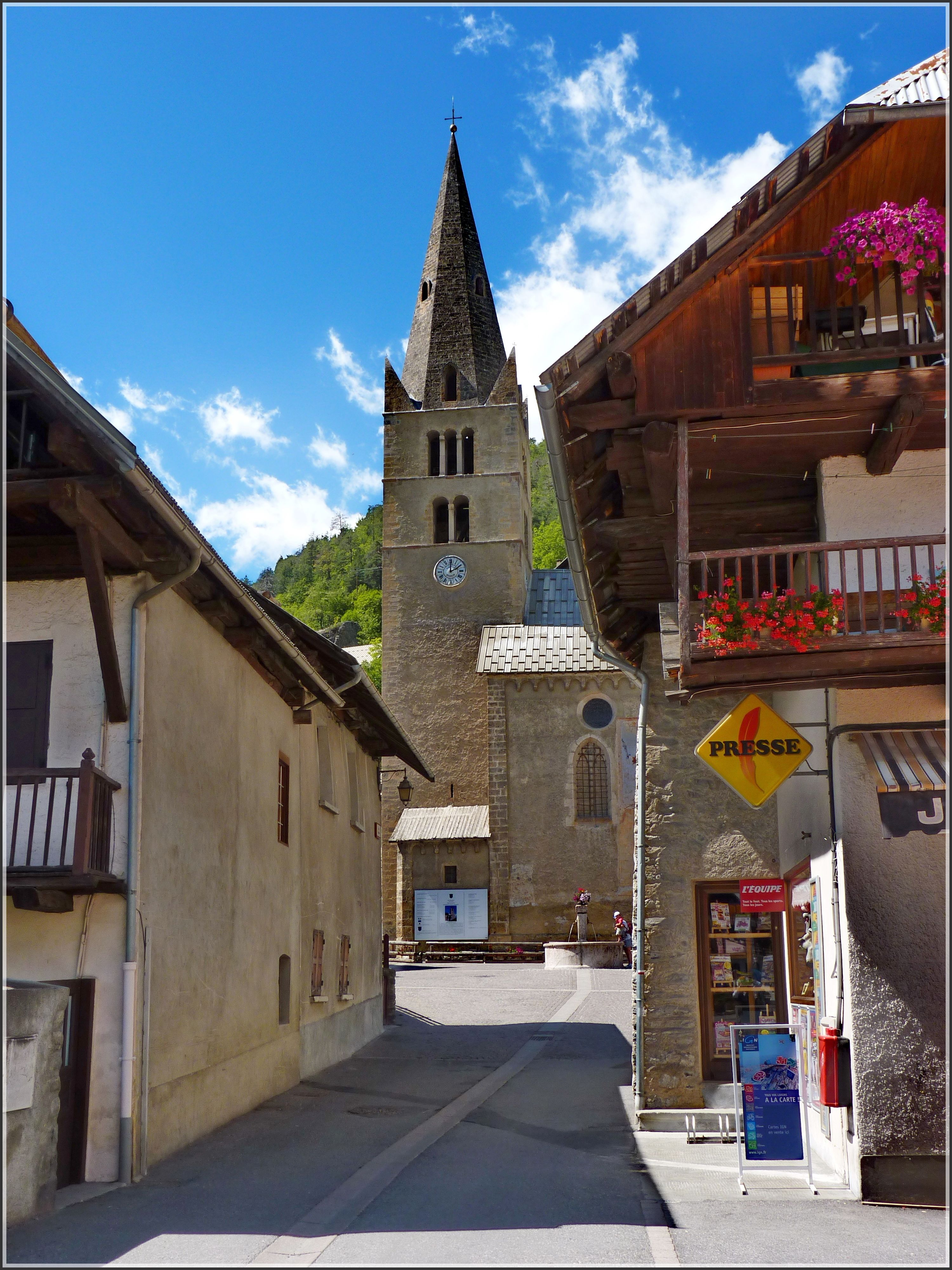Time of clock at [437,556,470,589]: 2:00
